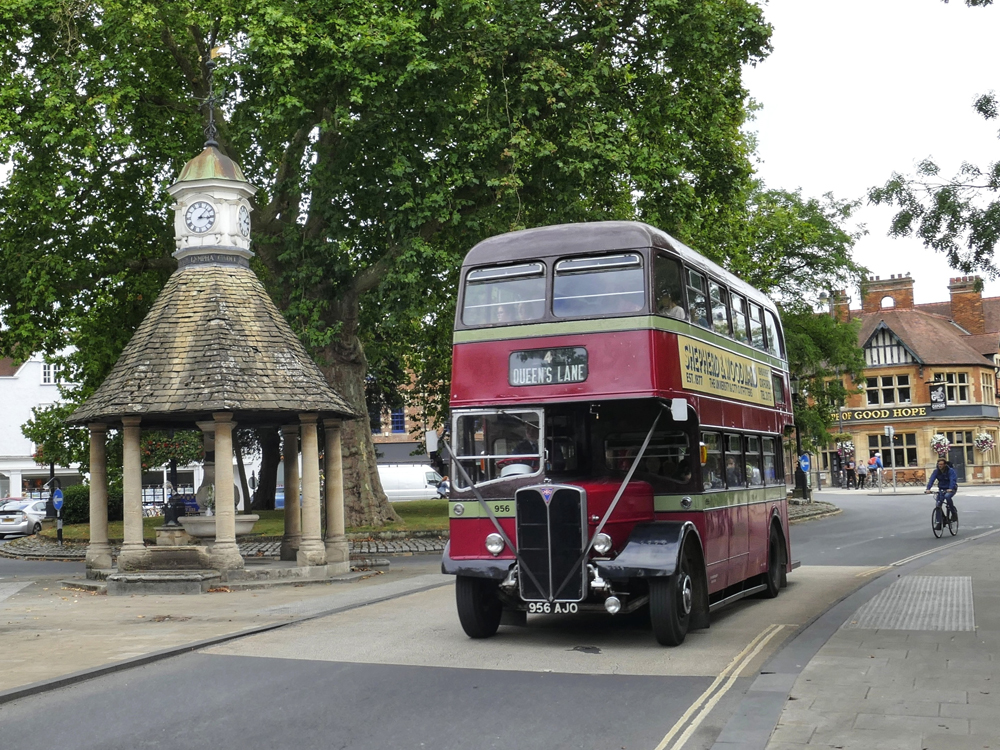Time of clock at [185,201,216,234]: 3:07
